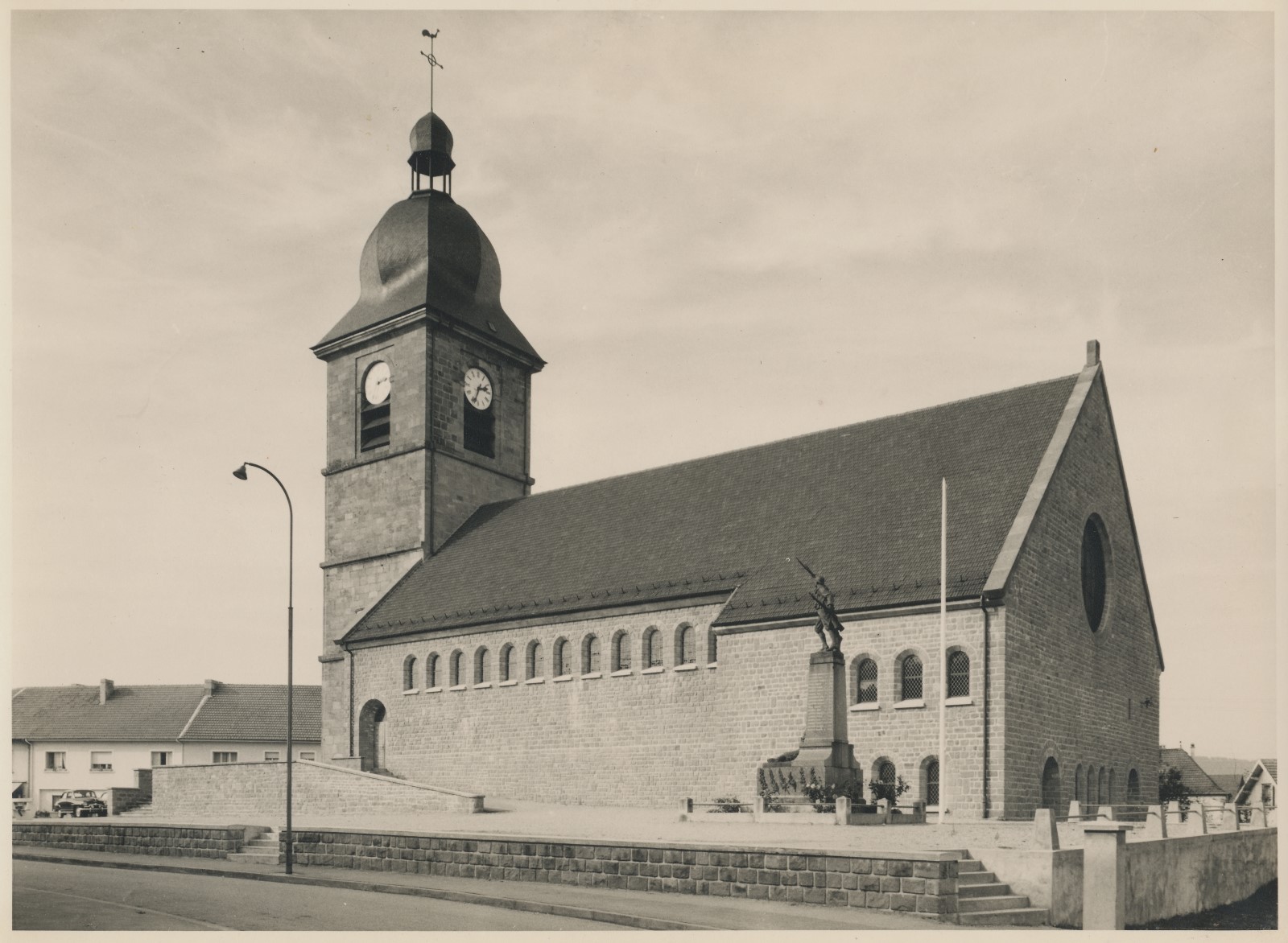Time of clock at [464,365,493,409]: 2:33
